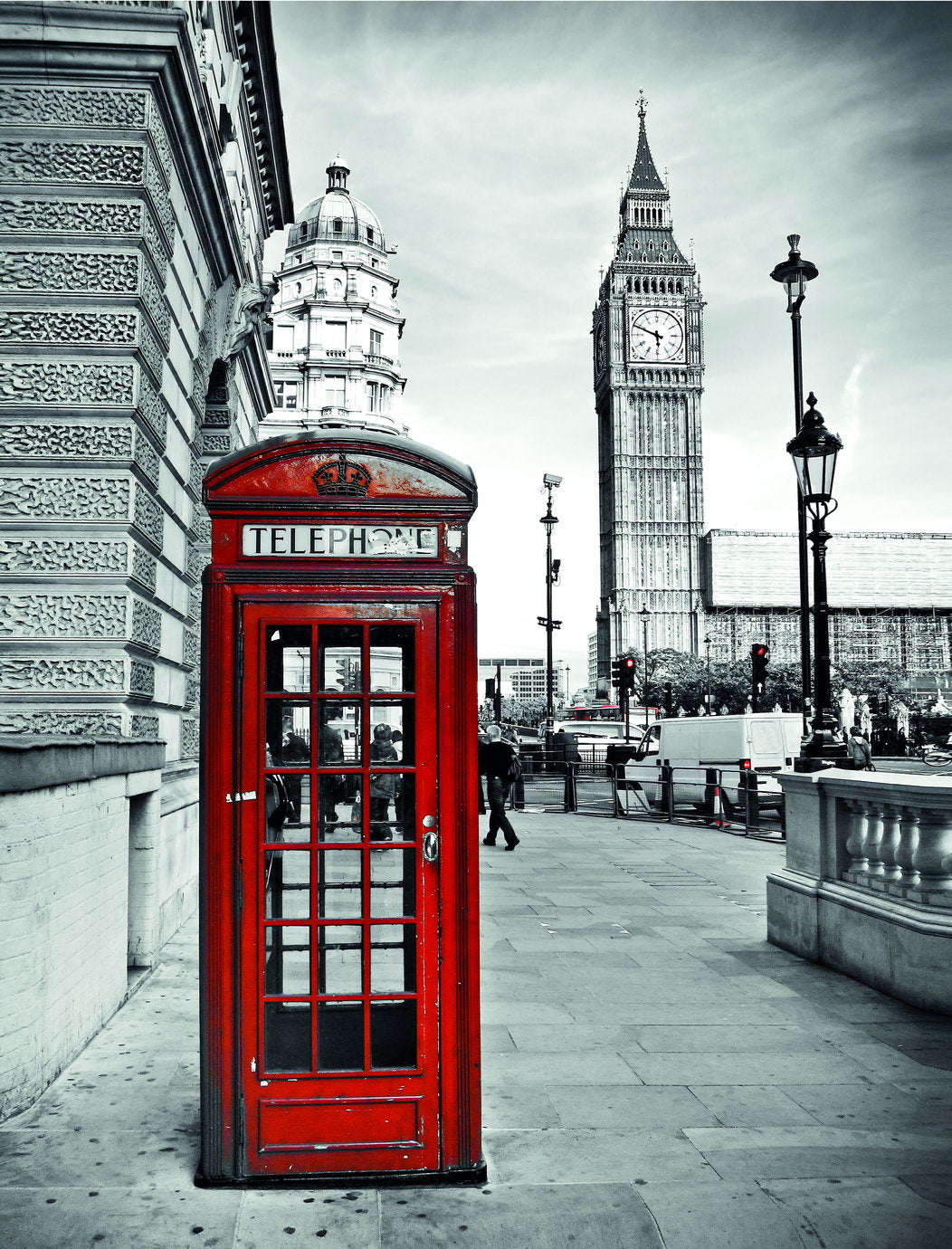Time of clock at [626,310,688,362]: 5:48
